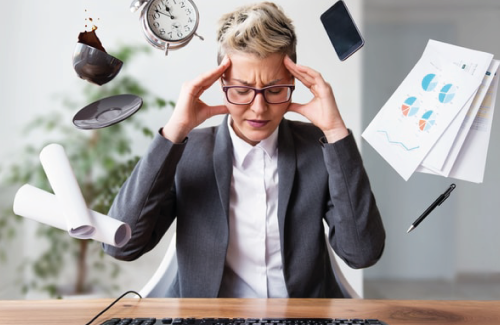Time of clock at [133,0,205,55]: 11:52
